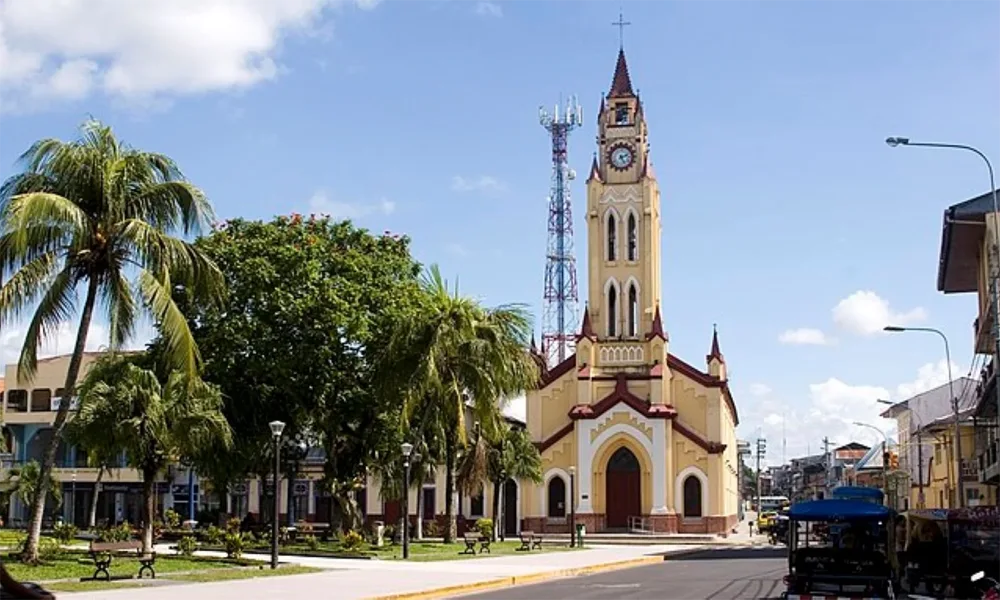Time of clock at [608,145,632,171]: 2:25
